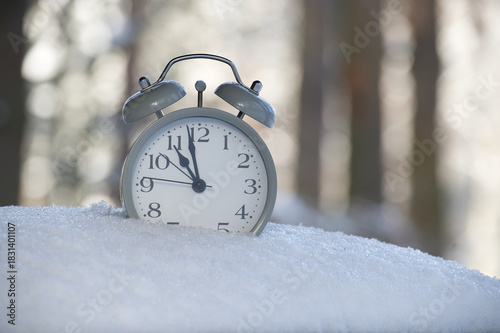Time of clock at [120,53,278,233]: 10:58
